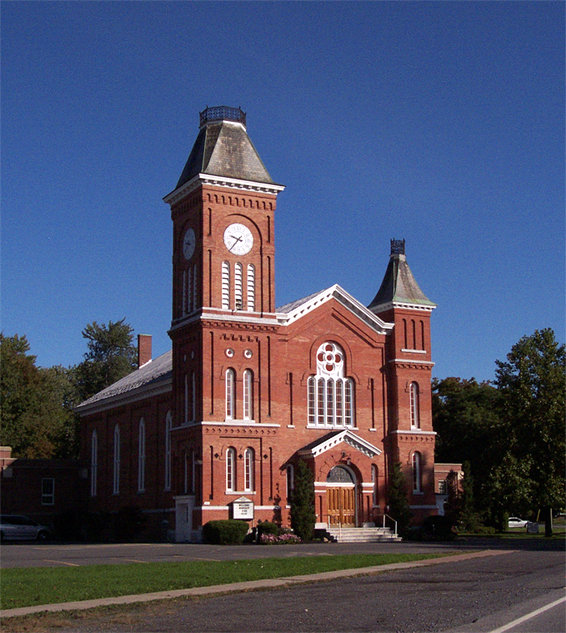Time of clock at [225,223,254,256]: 9:36
